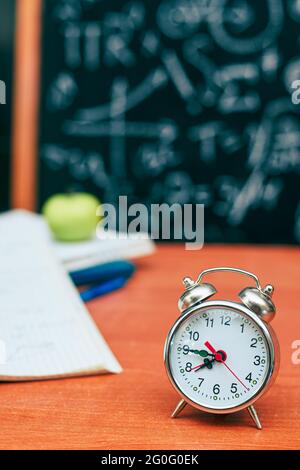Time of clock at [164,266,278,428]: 7:45
